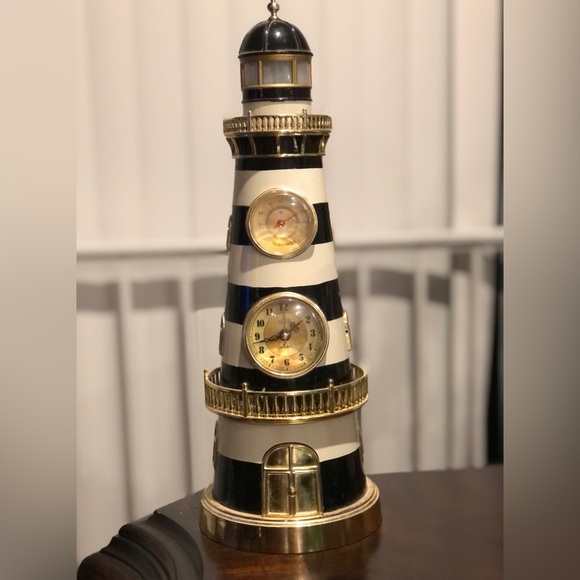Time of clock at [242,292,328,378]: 1:42
